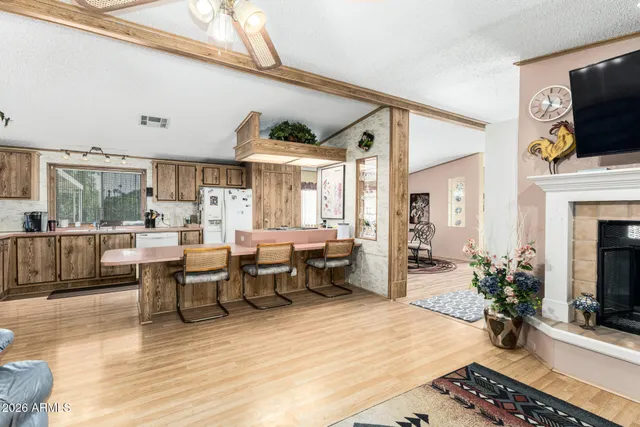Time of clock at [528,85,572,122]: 11:34
